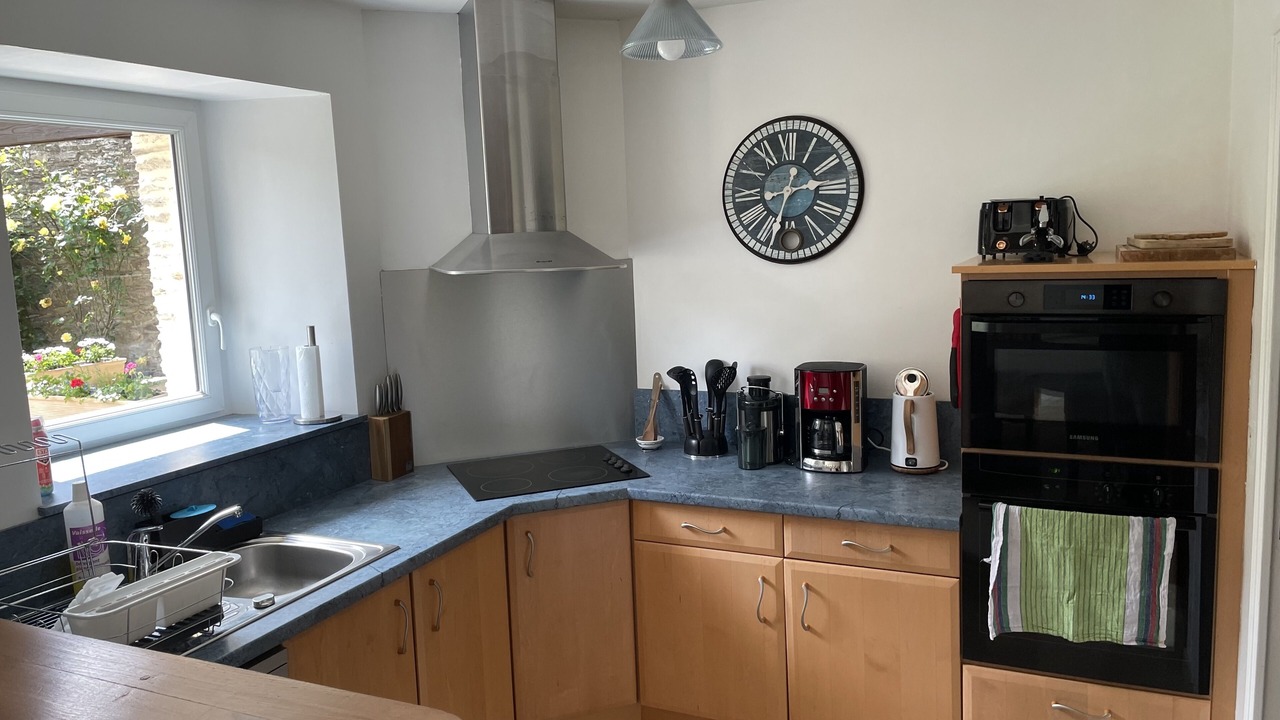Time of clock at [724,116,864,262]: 2:33
